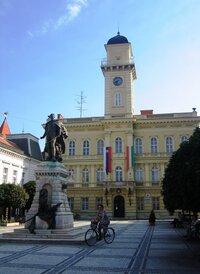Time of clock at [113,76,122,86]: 8:32
